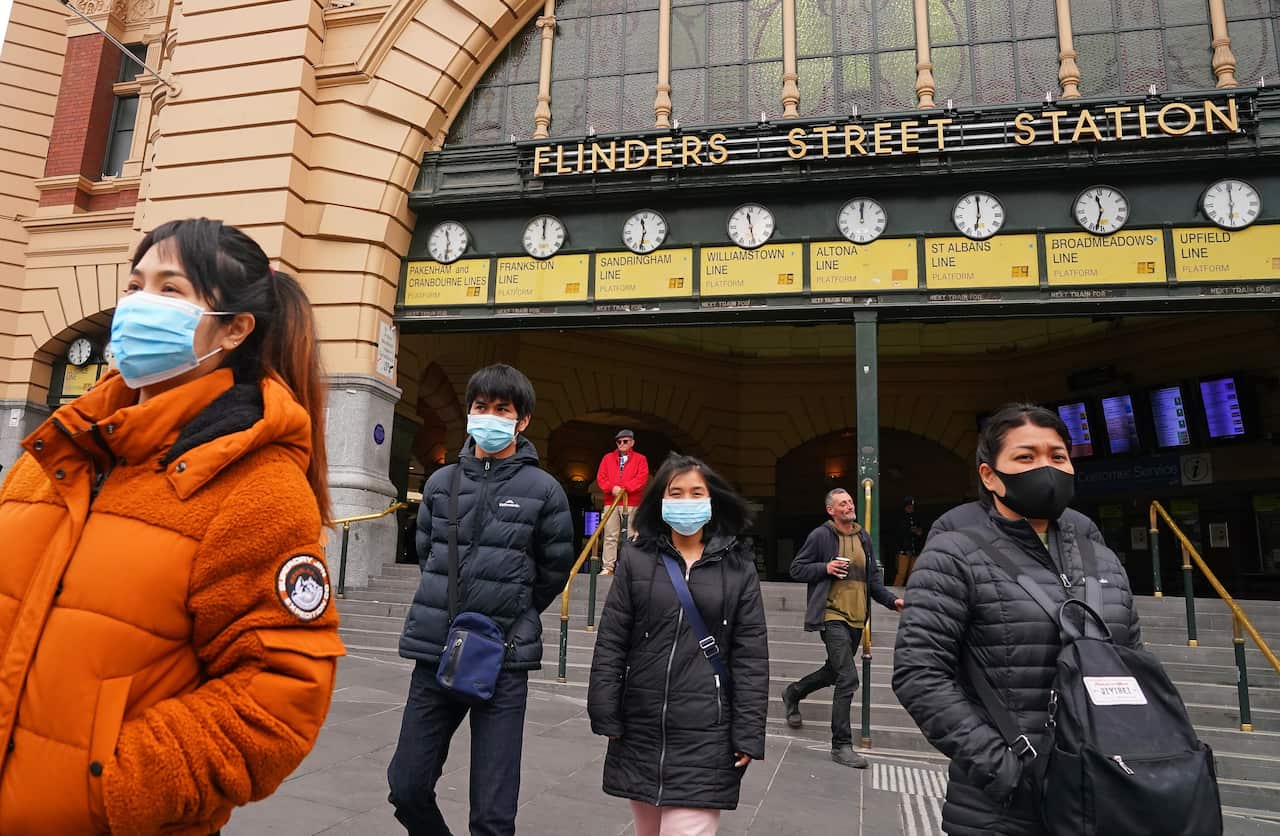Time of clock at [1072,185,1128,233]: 11:32
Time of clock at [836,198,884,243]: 12:00
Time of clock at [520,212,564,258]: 12:00
